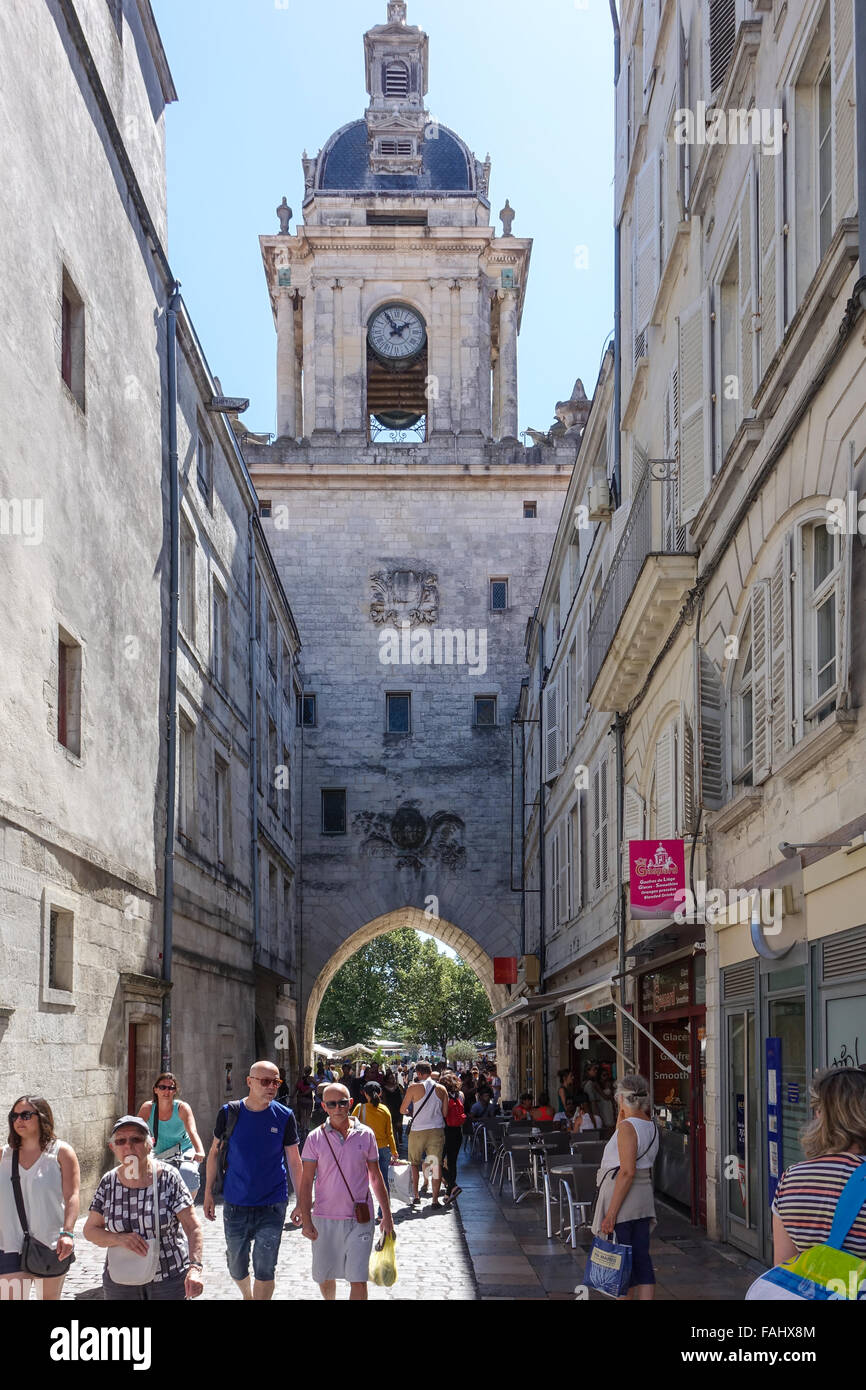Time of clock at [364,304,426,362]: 1:54
